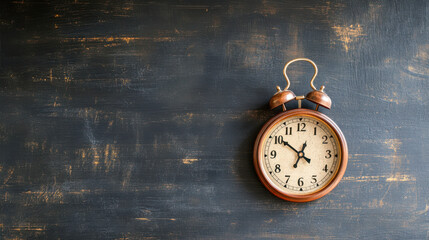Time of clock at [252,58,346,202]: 12:51
